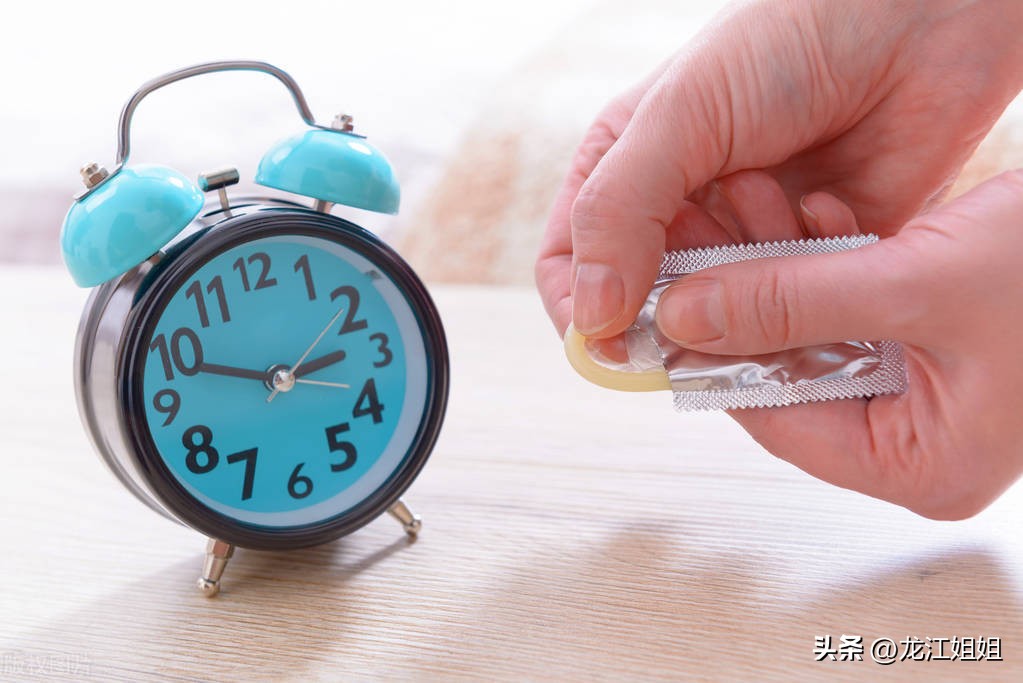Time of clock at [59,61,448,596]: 2:48
